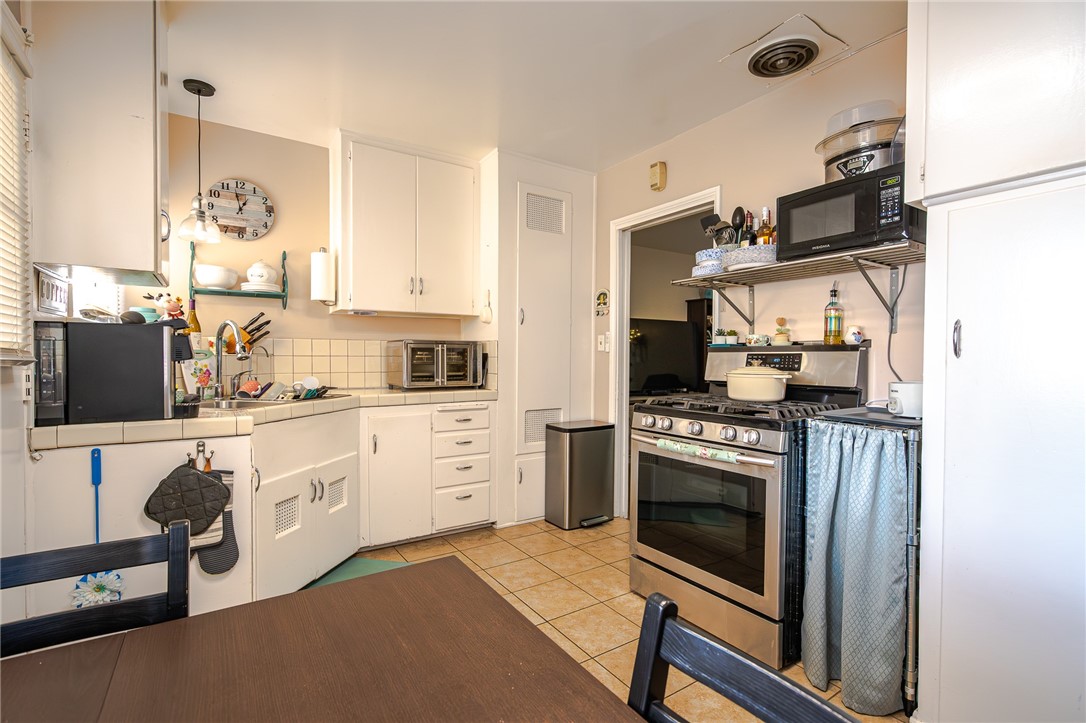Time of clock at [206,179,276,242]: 12:57
